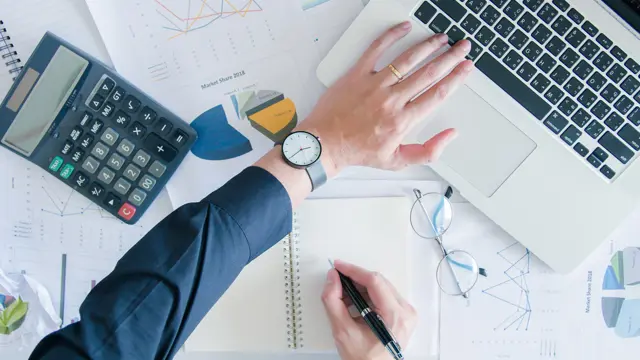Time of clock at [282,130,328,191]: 2:39
